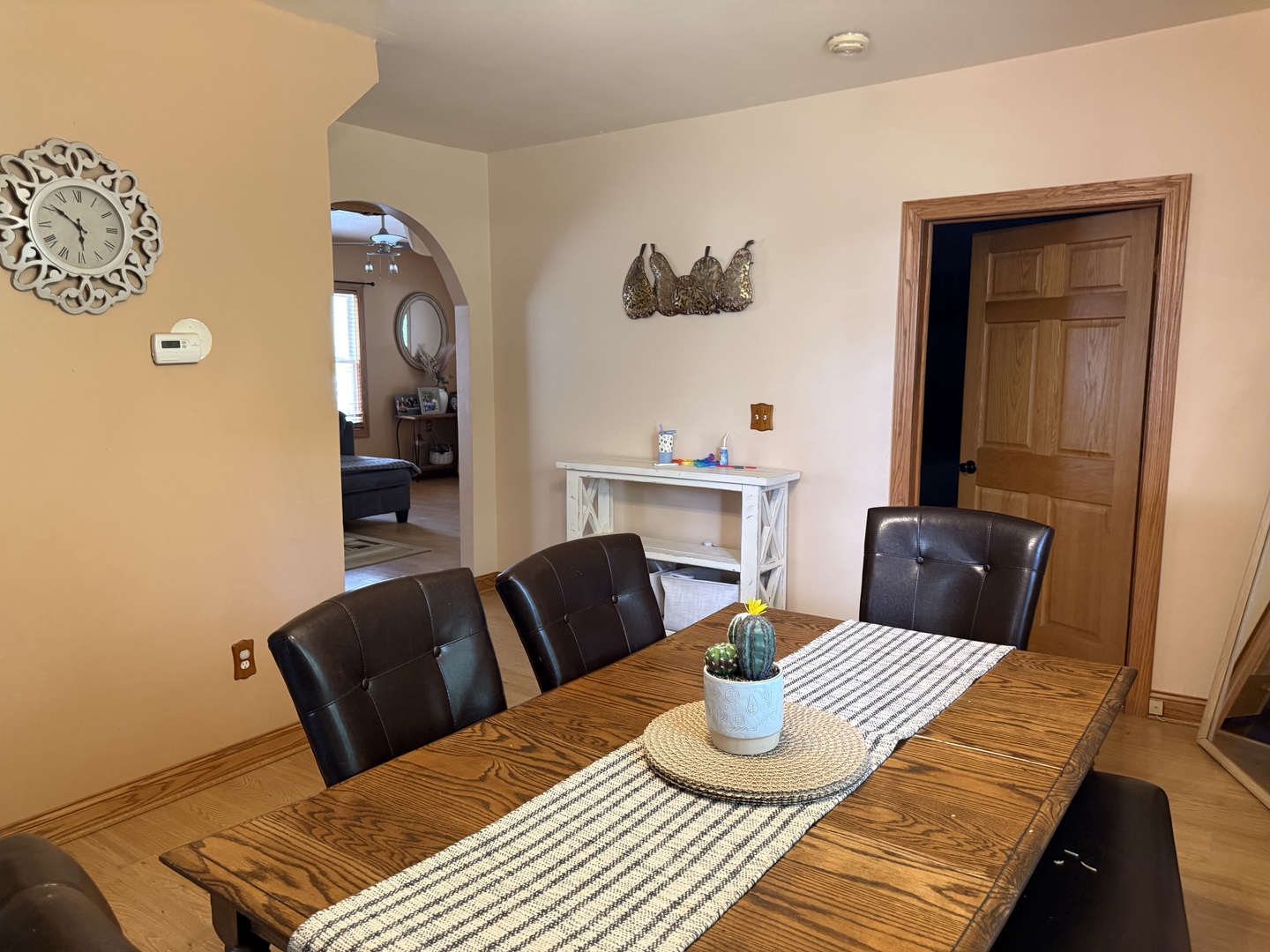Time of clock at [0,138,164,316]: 5:51
